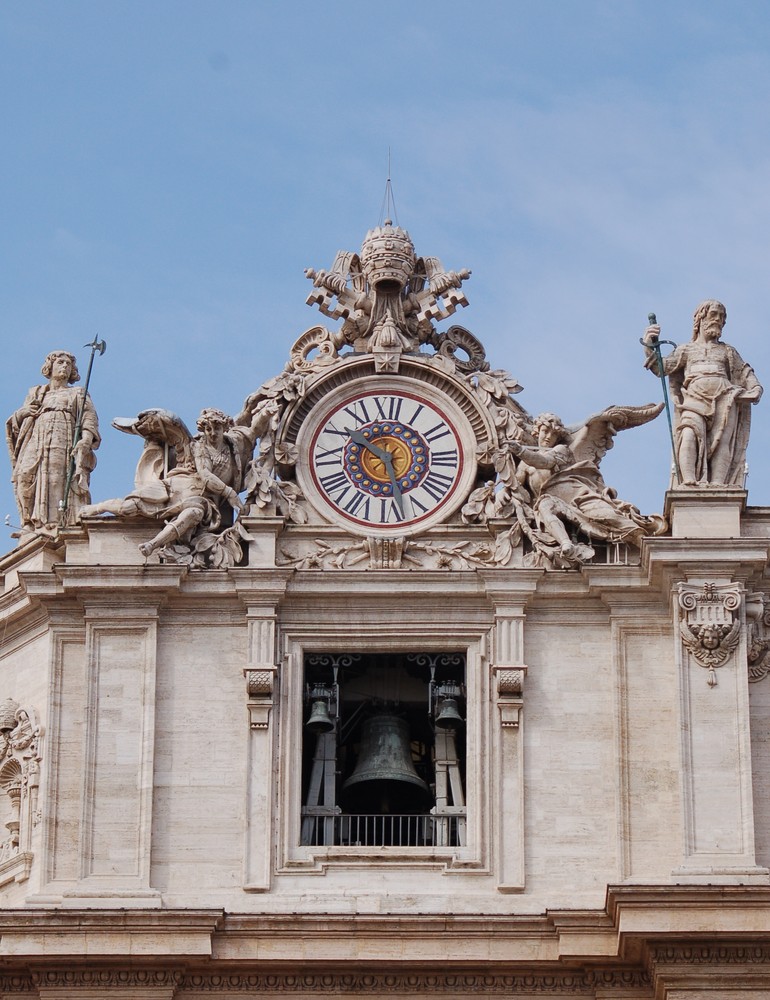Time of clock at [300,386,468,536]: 10:27
